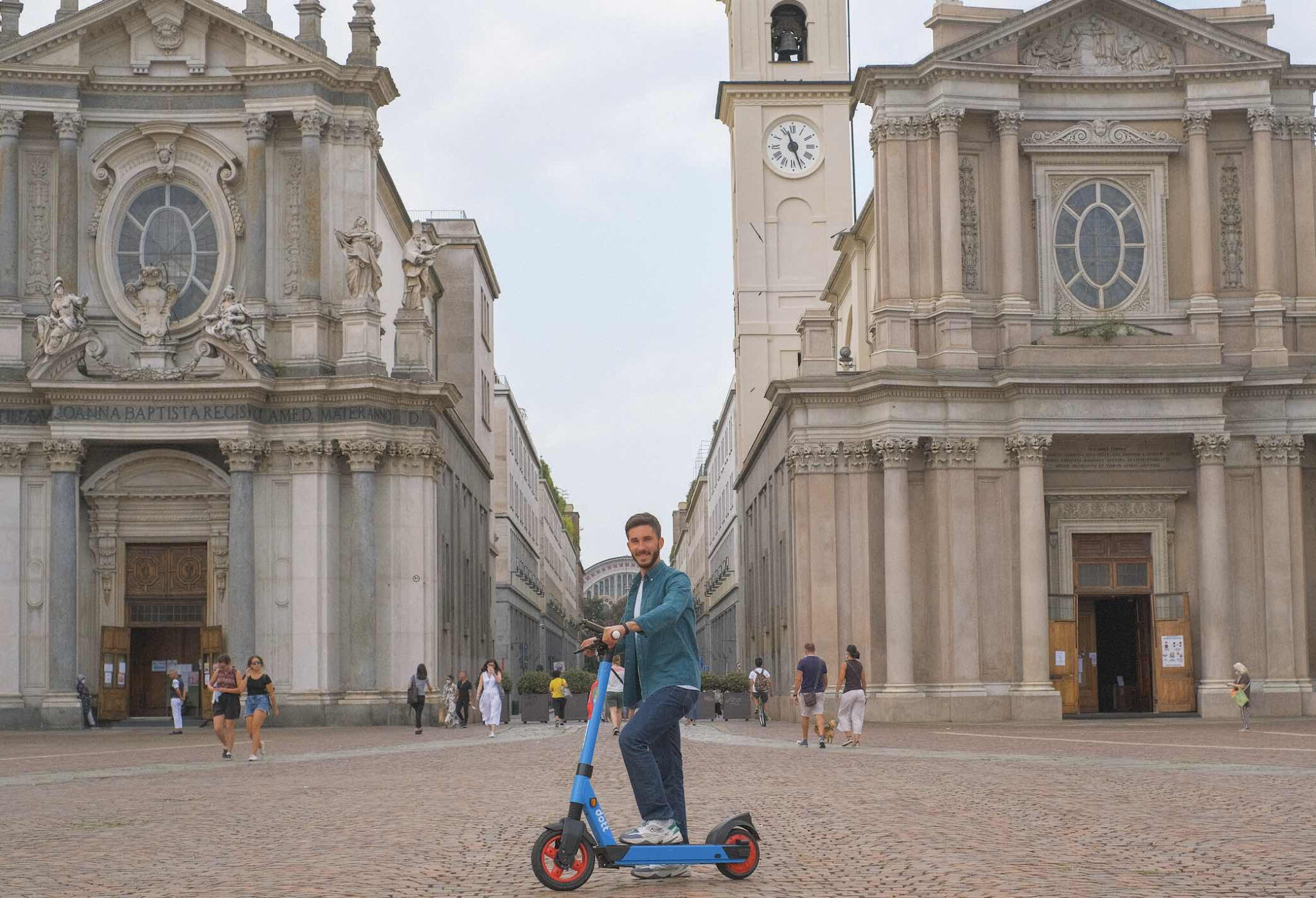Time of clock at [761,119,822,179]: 11:26
